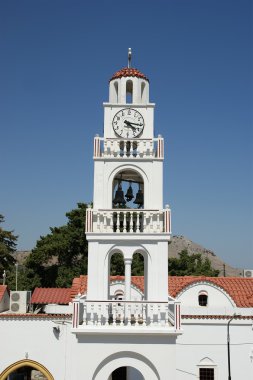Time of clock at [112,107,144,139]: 4:16
